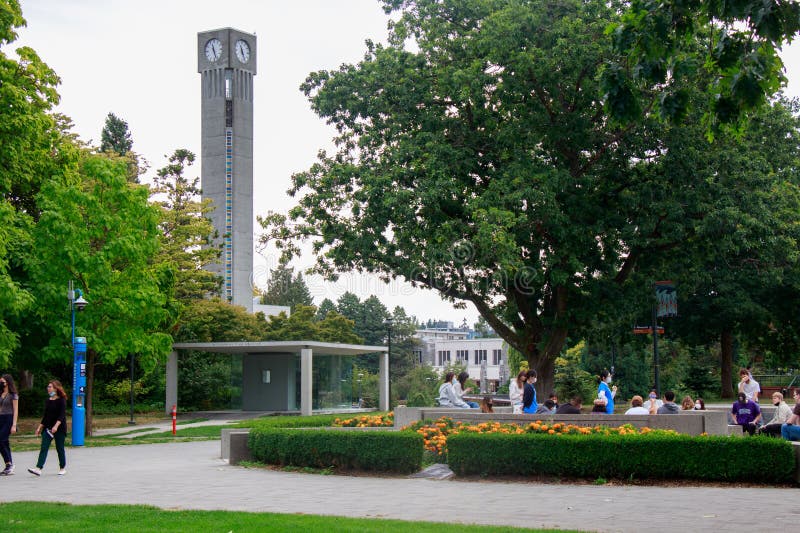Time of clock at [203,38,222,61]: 11:26
